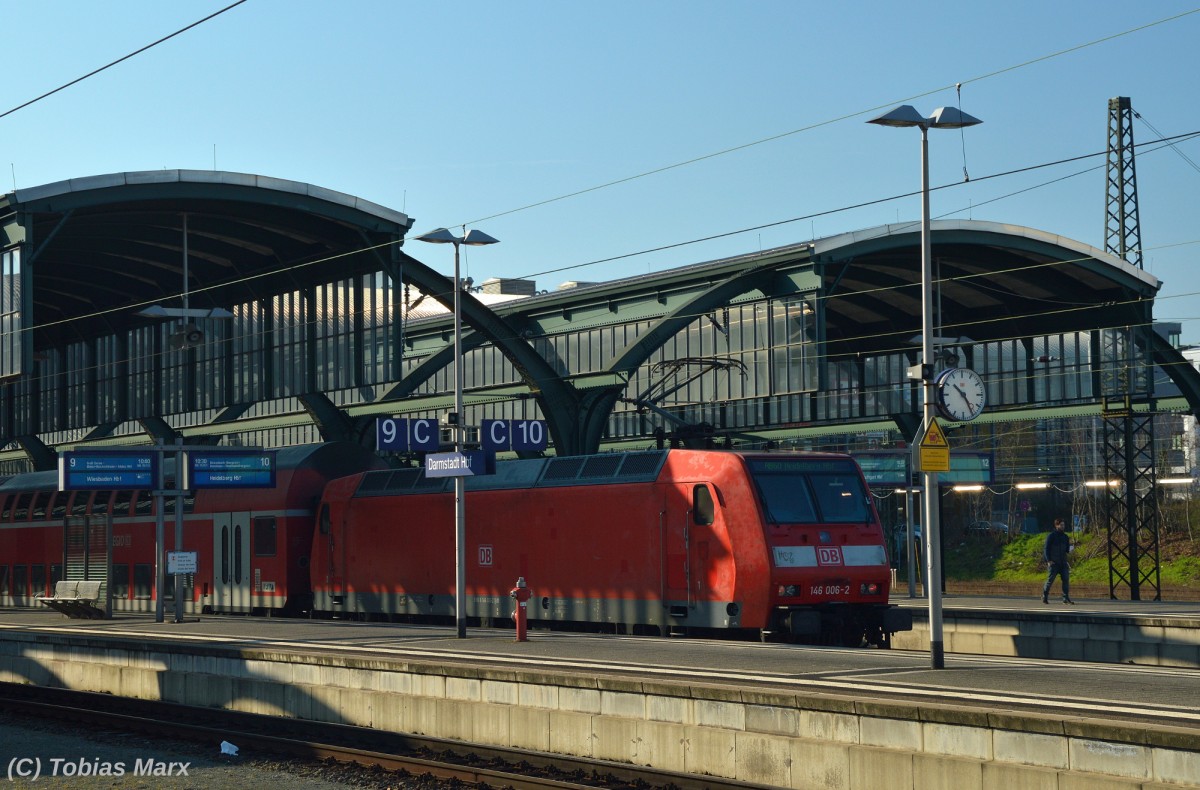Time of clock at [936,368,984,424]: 10:24
